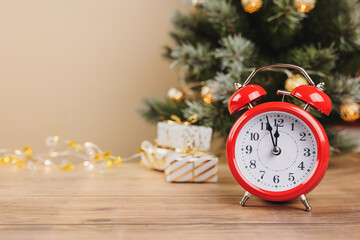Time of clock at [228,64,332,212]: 11:56
